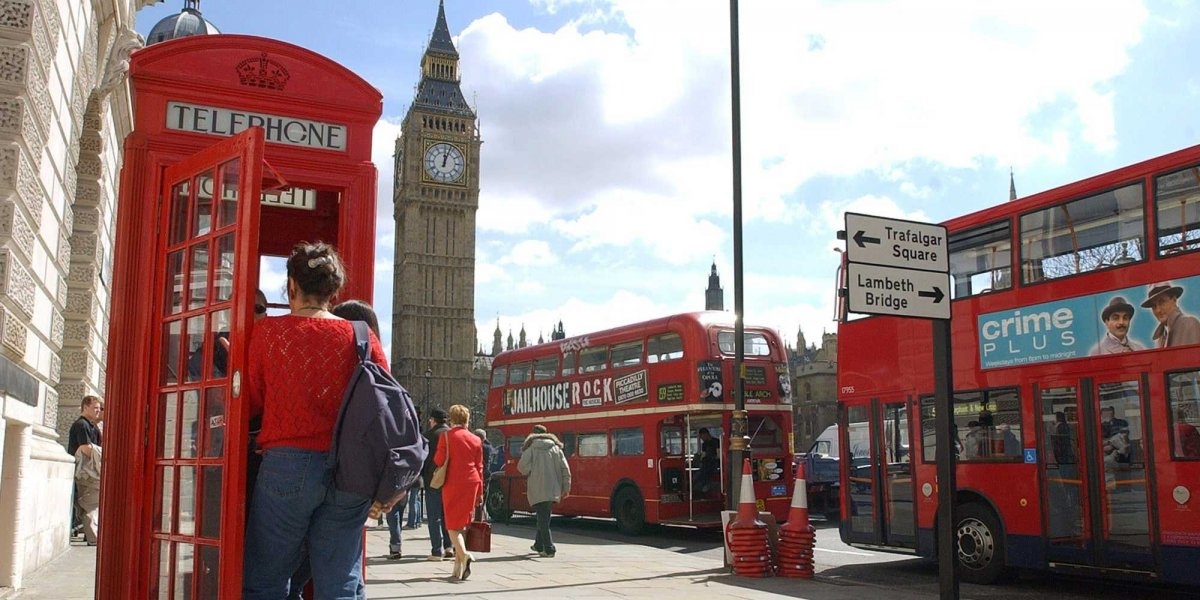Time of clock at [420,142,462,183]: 12:03
